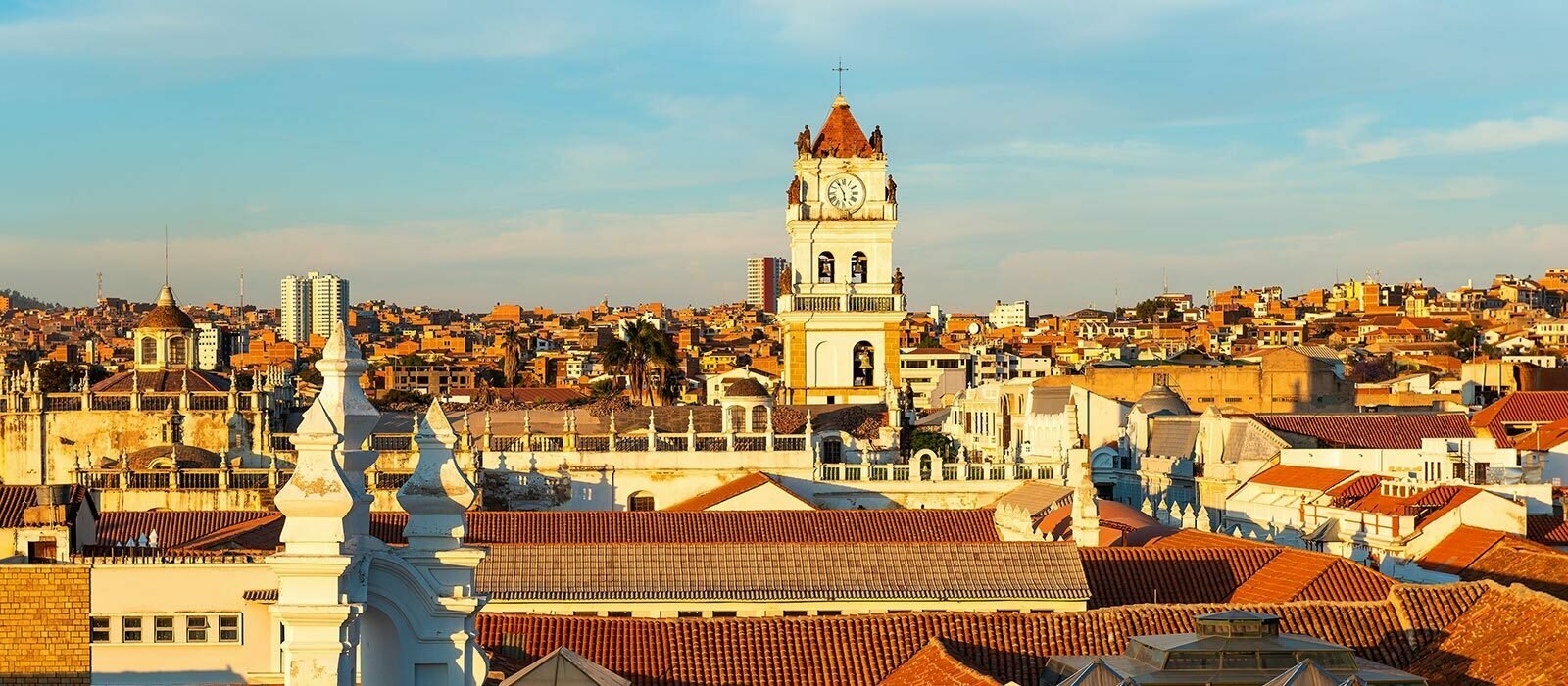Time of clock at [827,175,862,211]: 5:54
